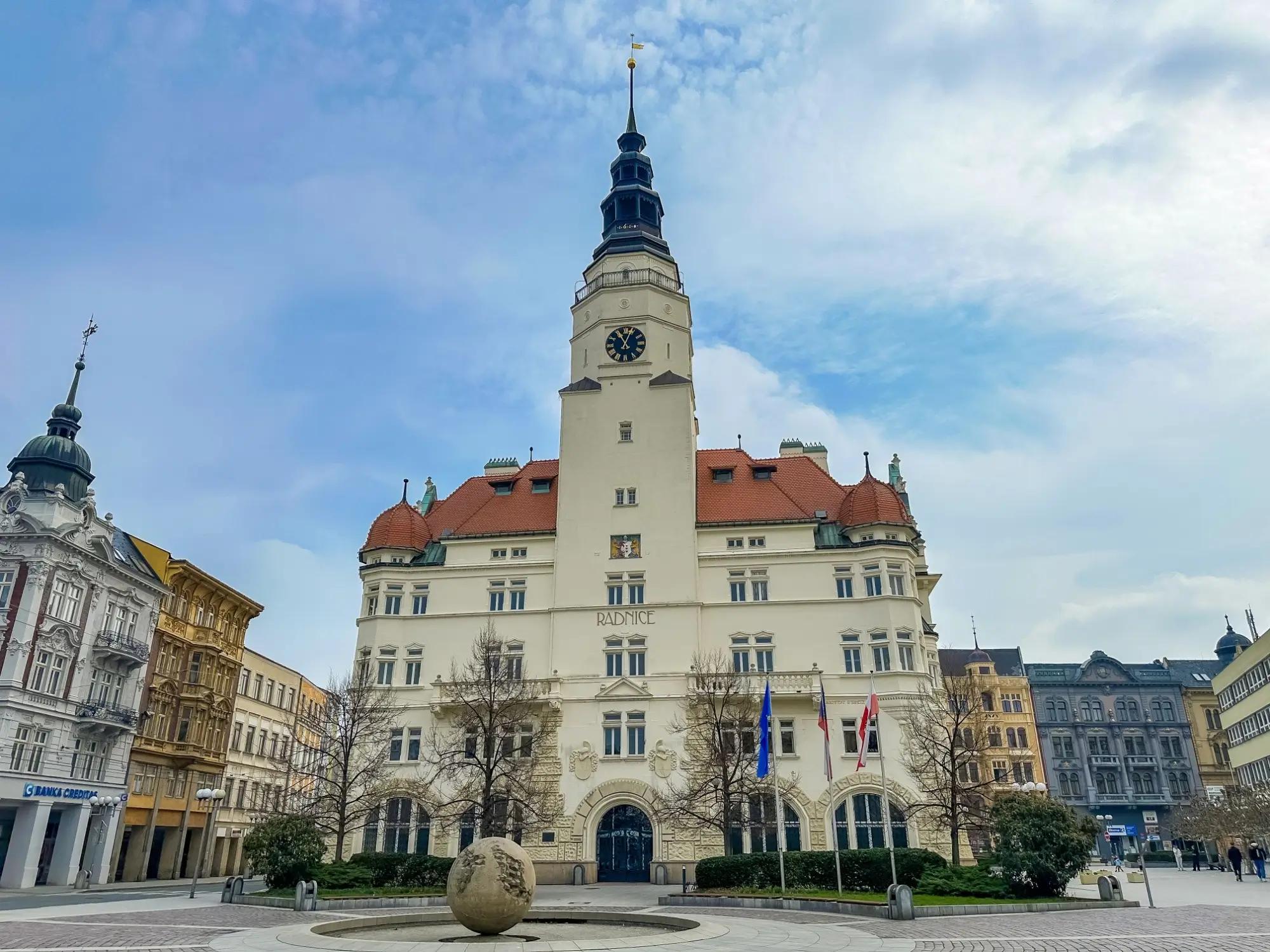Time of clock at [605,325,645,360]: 11:03
